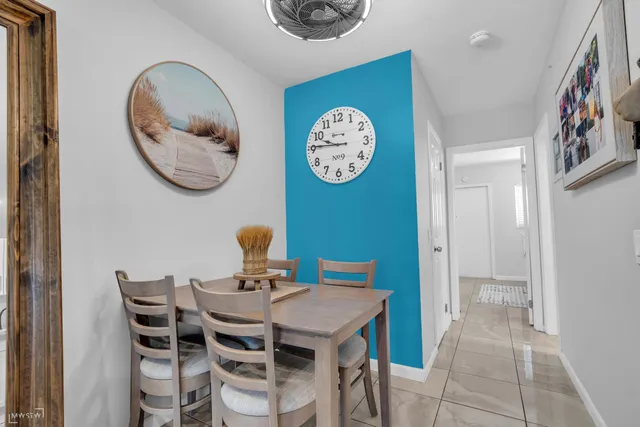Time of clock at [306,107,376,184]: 9:45
